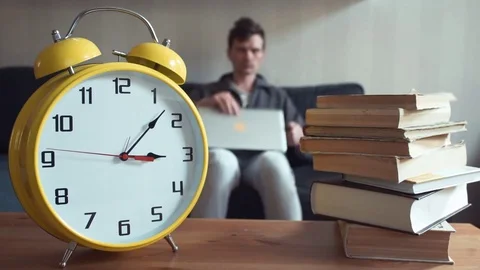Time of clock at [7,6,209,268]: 3:07
